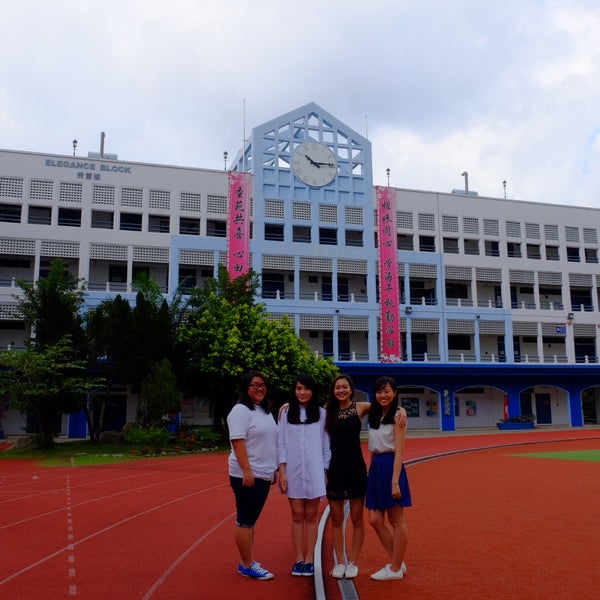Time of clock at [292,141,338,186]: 10:14
